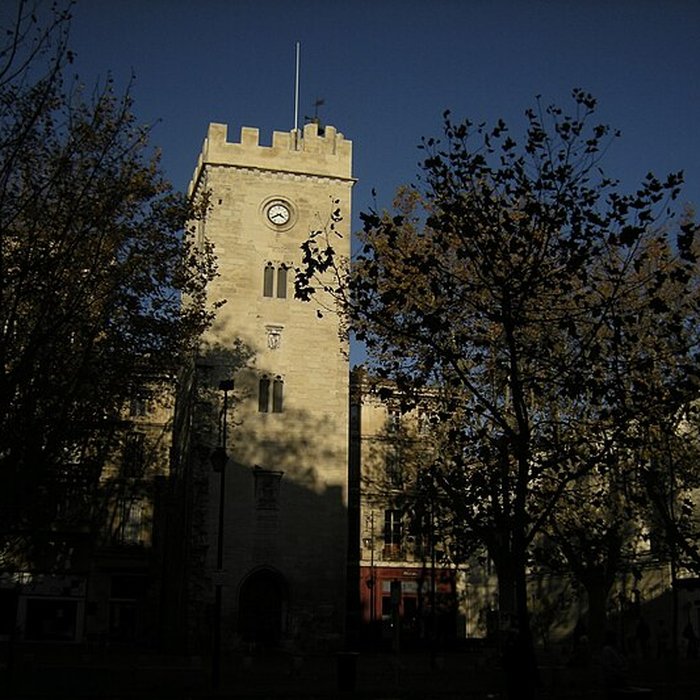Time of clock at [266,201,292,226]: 3:40
